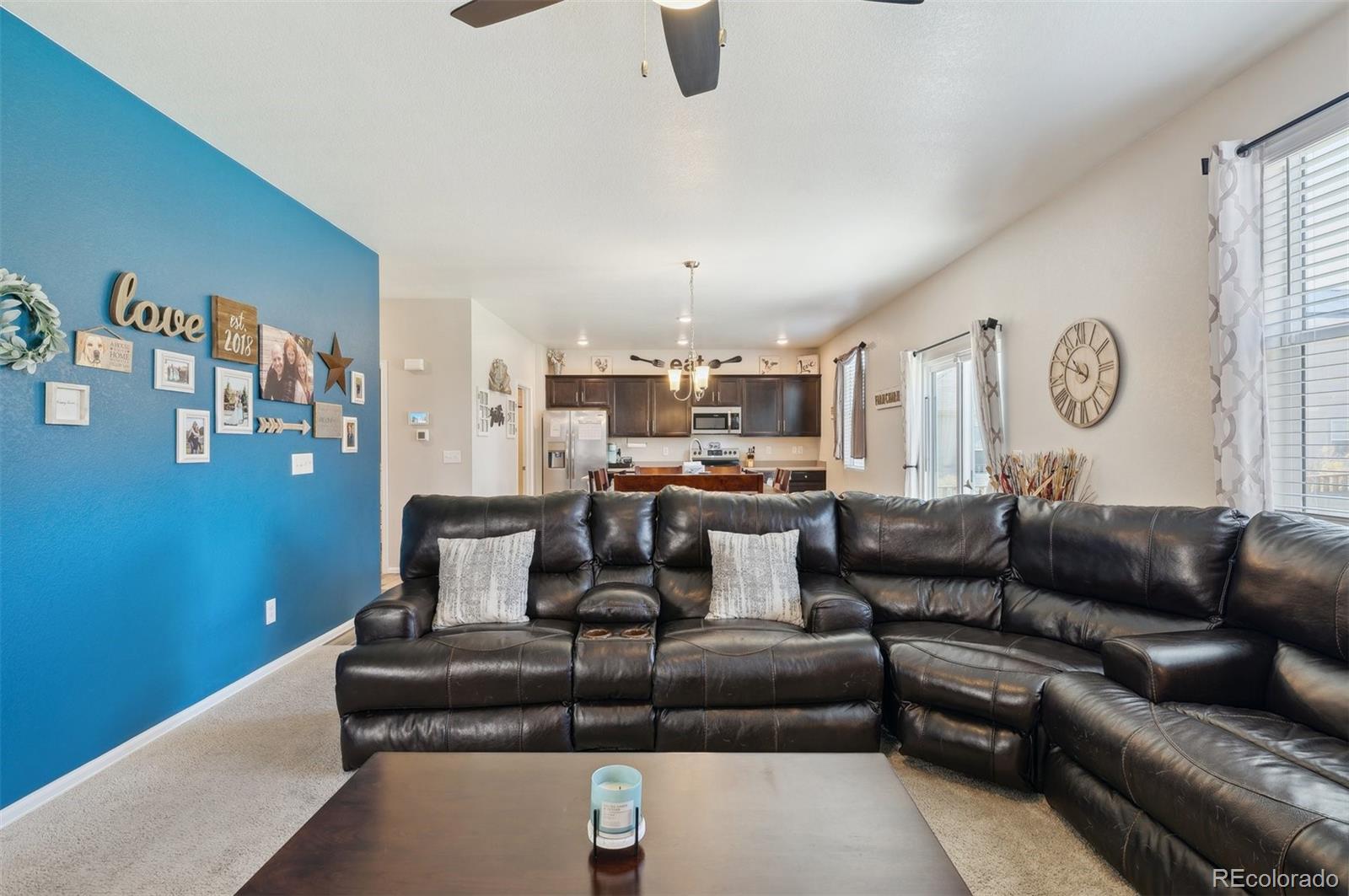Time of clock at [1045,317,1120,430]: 10:49
